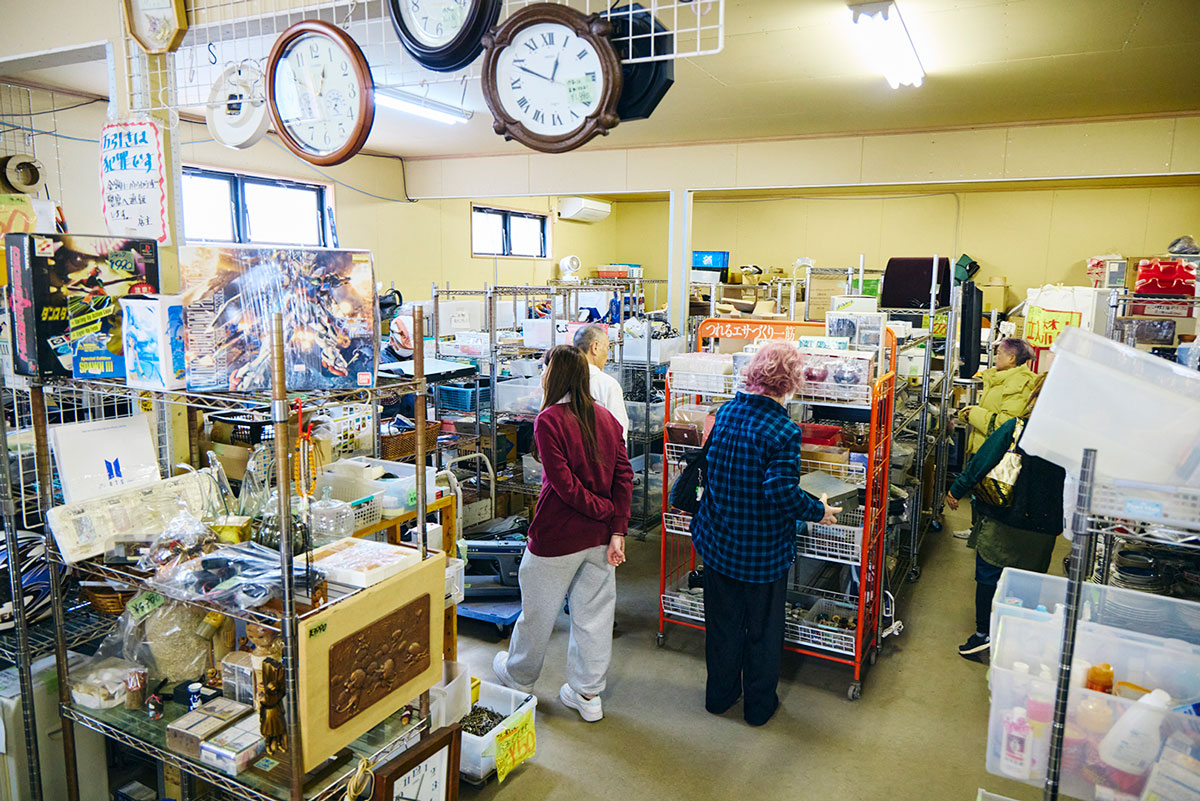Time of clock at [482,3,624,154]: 12:48
